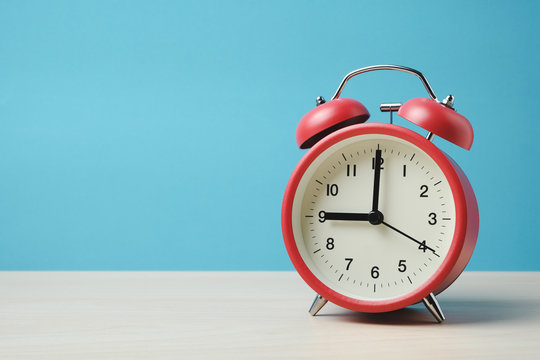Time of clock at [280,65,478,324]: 9:00
